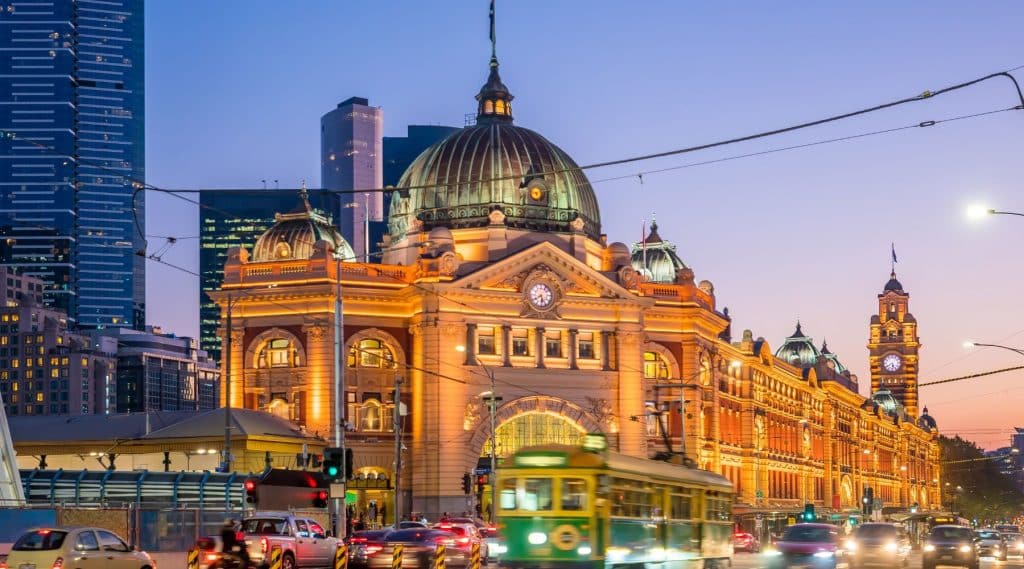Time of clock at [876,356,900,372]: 5:40
